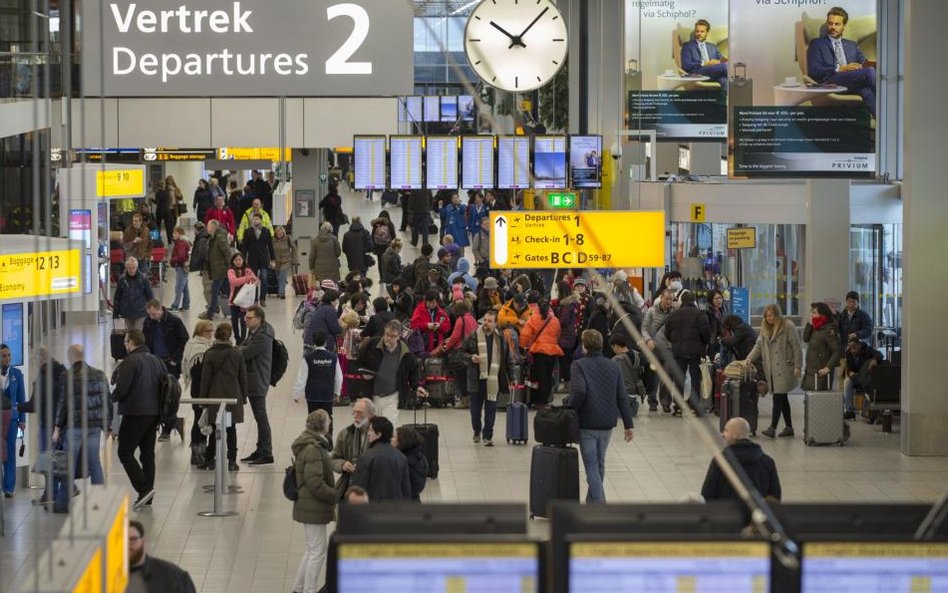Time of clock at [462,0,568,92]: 10:07
